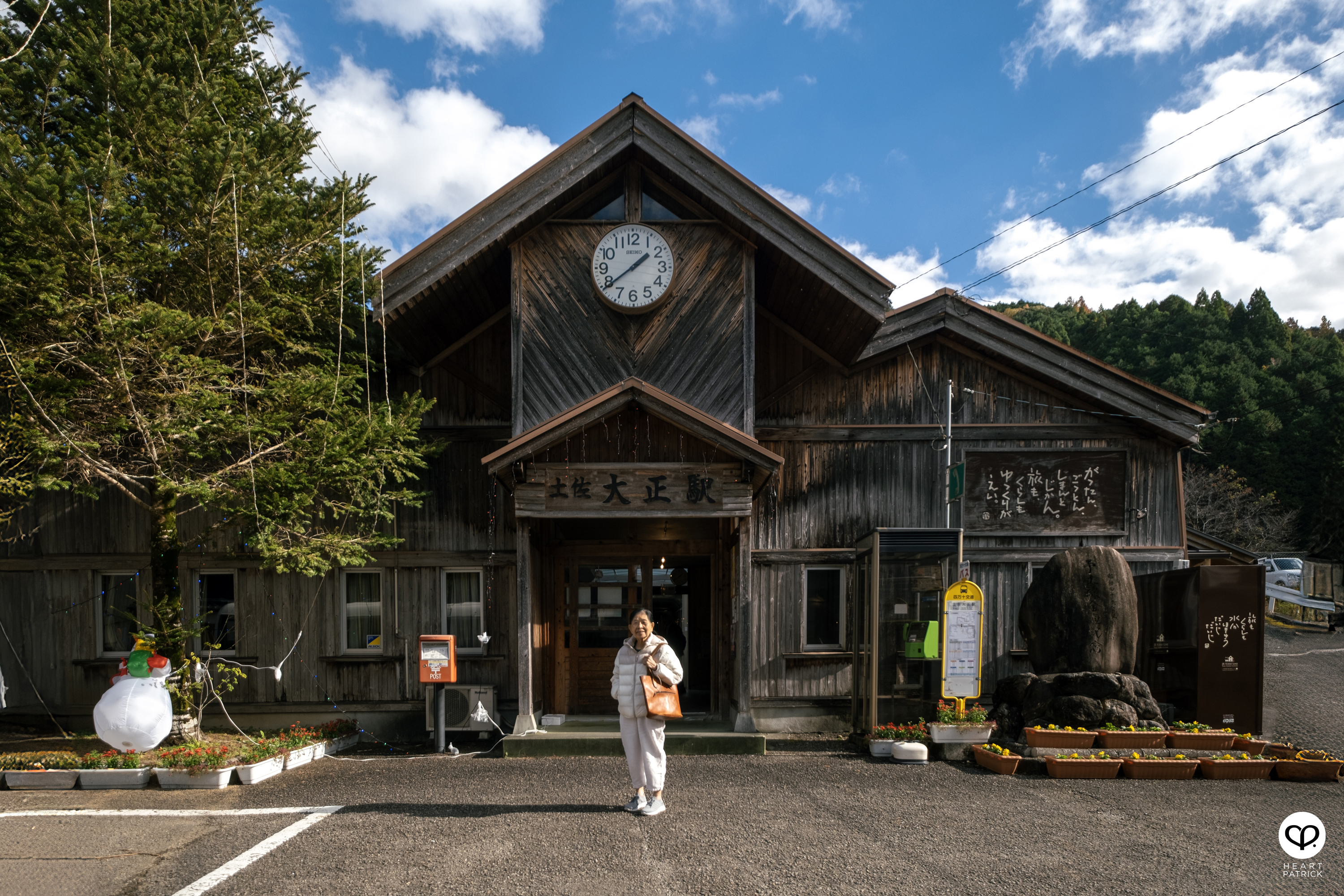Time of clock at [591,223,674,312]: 1:39
